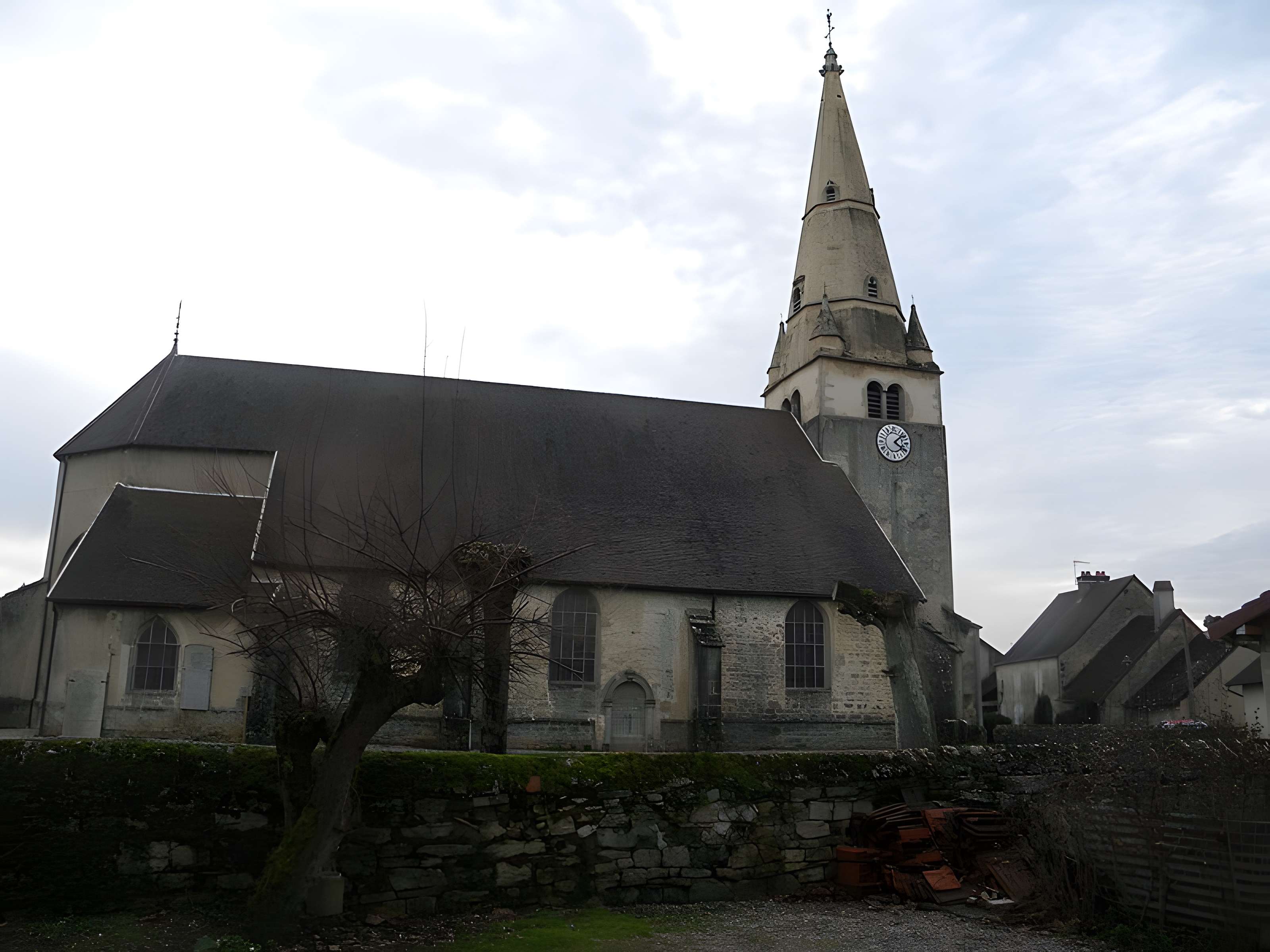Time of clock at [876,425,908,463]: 4:07
